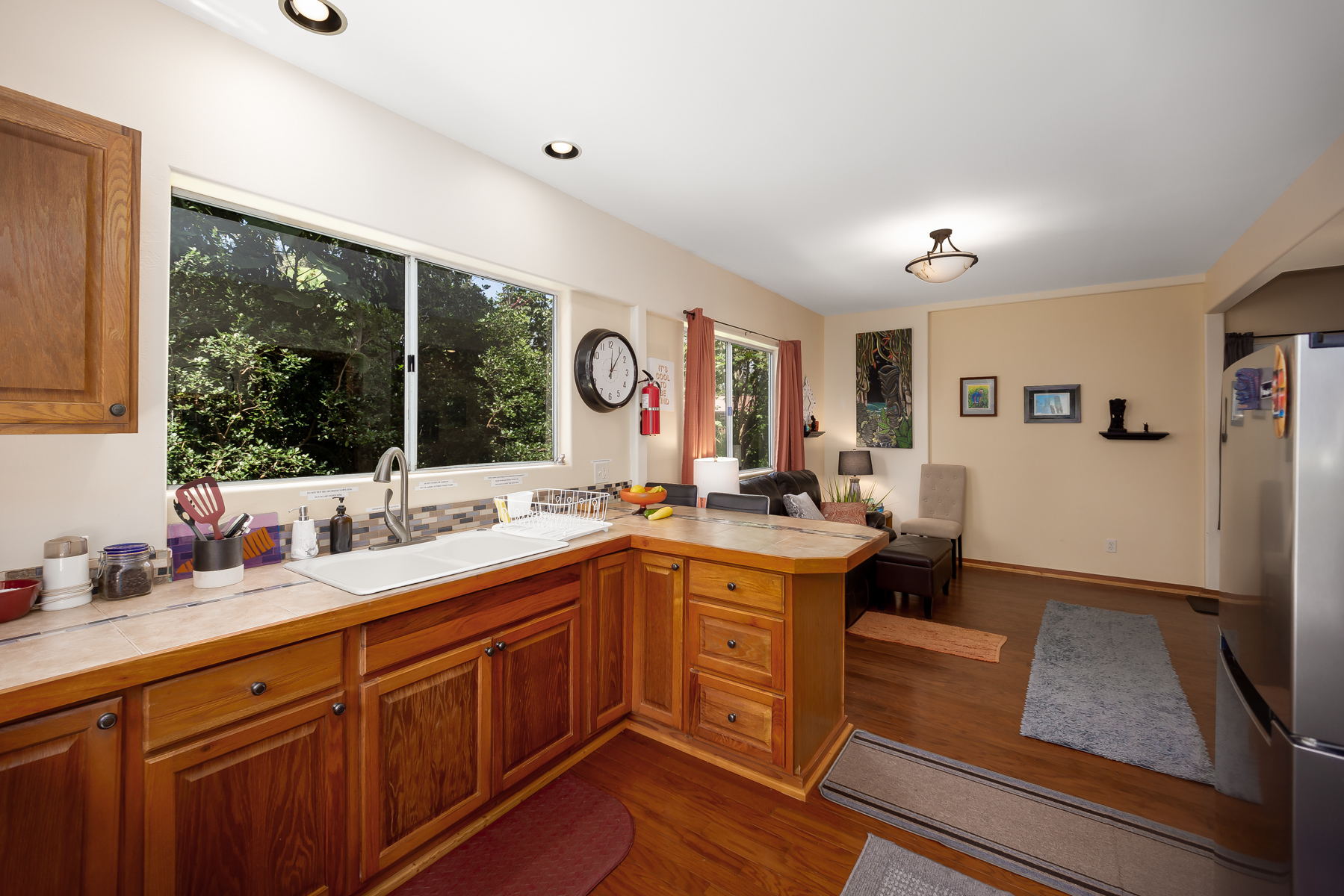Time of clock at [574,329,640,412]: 12:06
